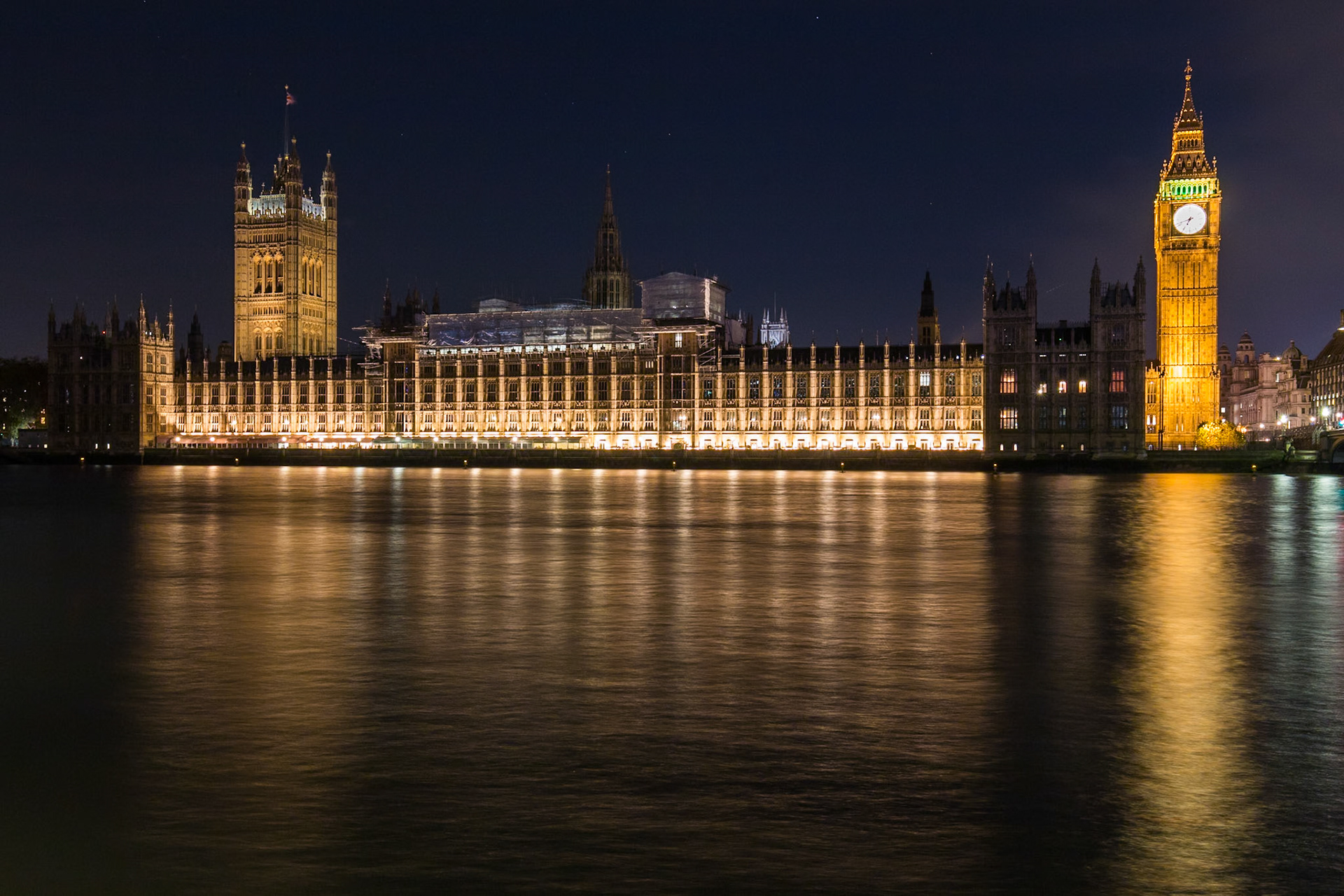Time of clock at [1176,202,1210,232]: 6:41
